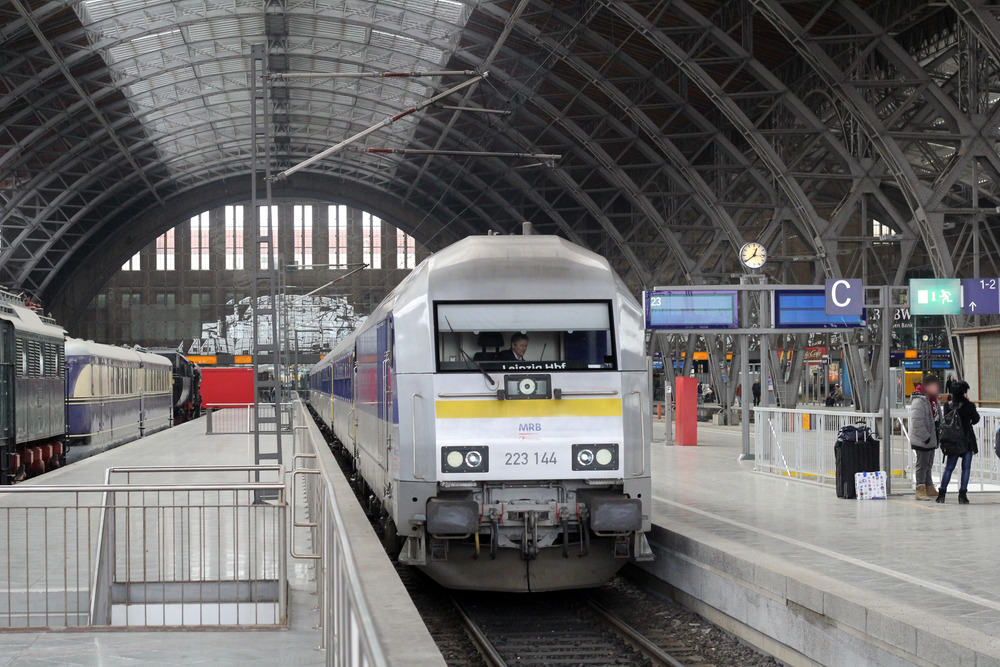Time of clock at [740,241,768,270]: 12:39
